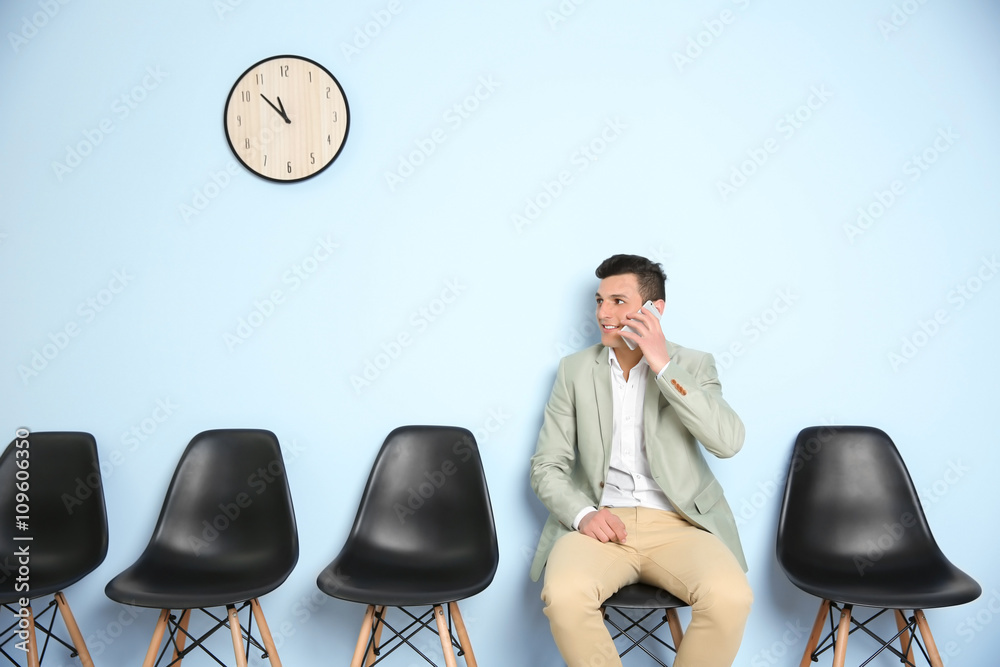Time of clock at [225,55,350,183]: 10:52
